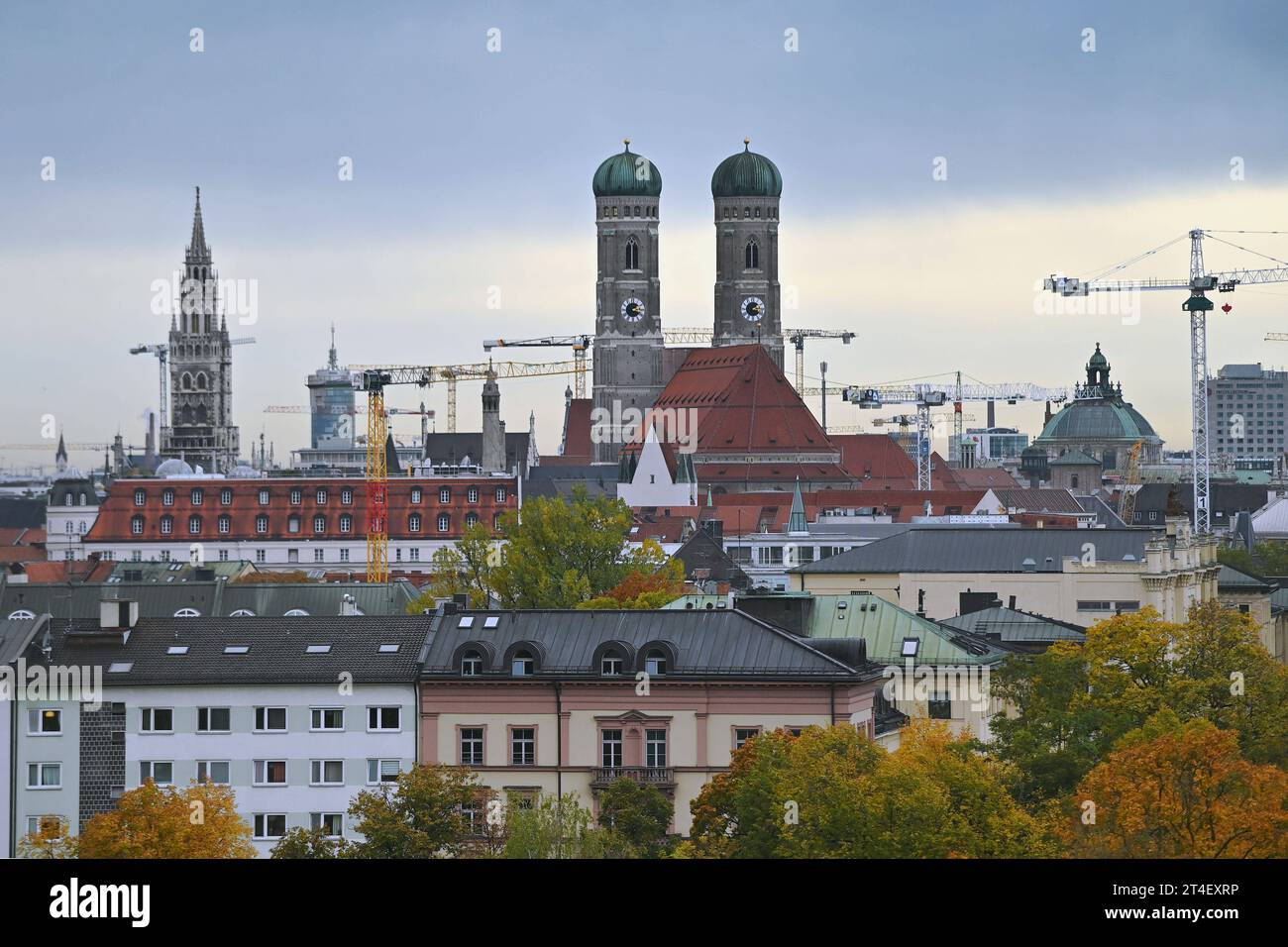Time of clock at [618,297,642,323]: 1:18
